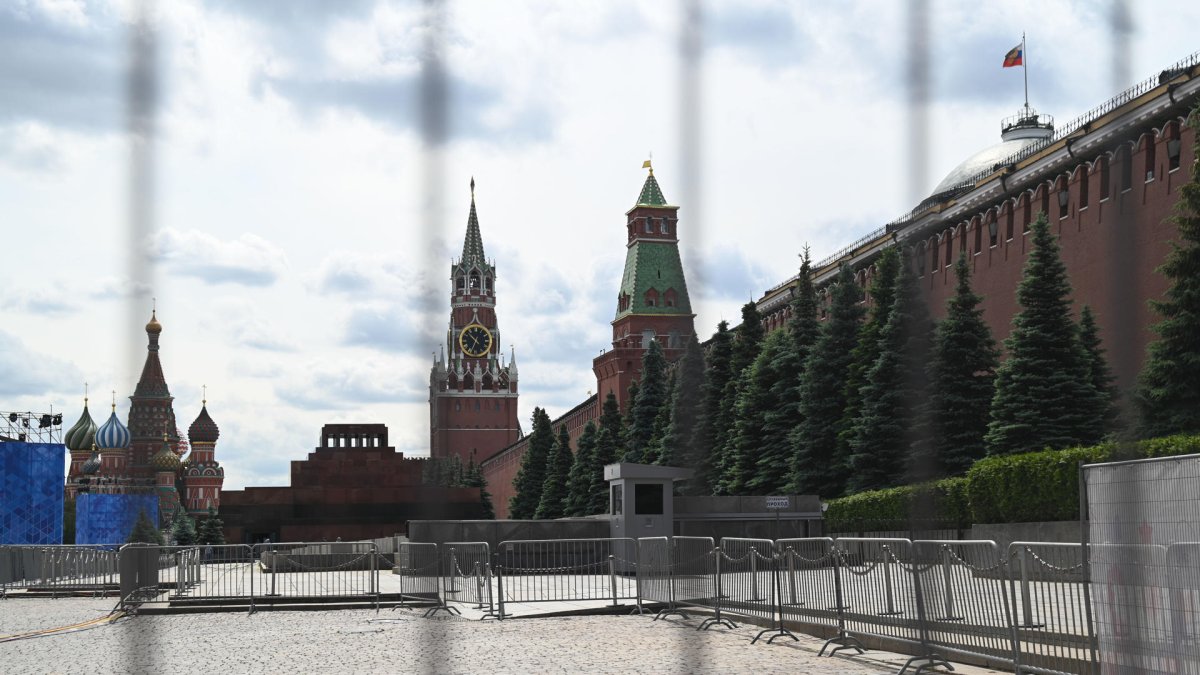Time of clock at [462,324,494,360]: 10:33
